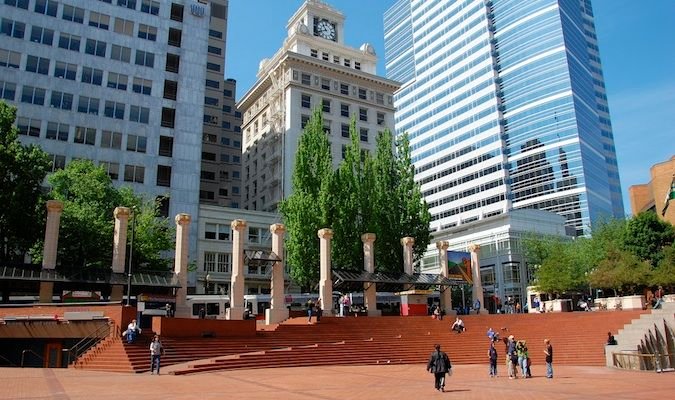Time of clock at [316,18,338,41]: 10:41
